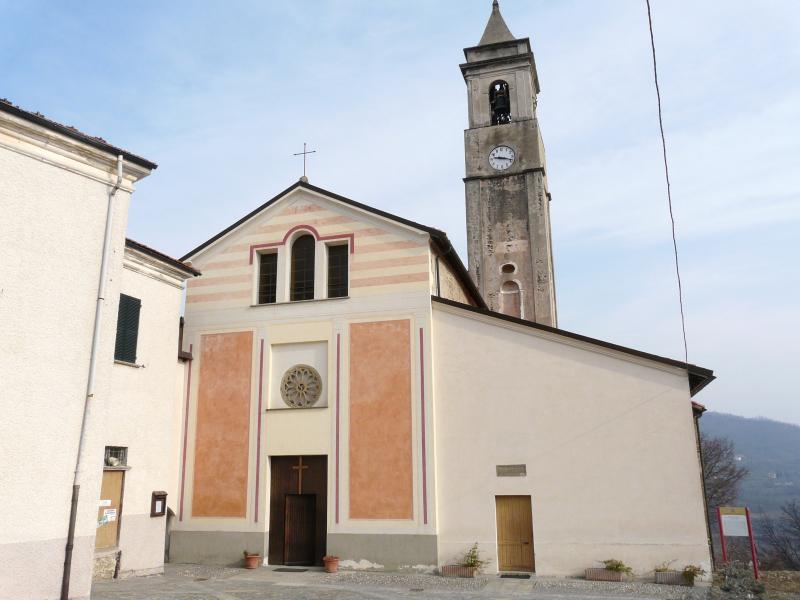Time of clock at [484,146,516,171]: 9:18
